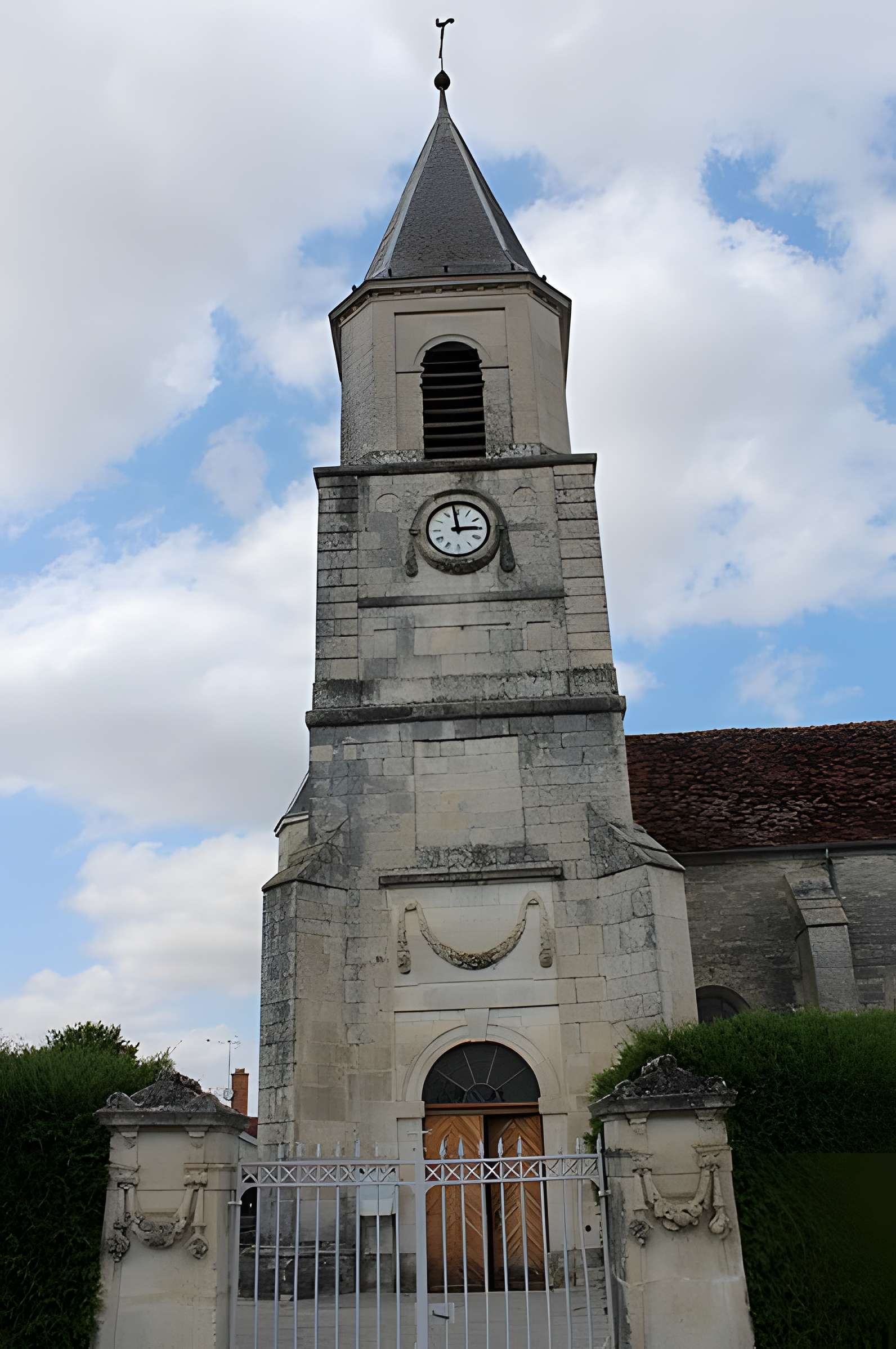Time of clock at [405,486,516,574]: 2:58
